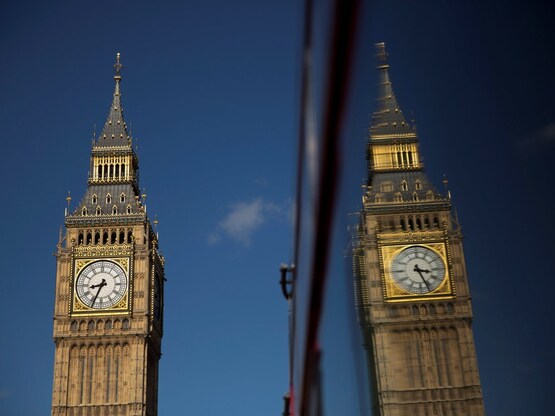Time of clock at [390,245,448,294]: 3:26
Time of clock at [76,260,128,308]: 8:34
